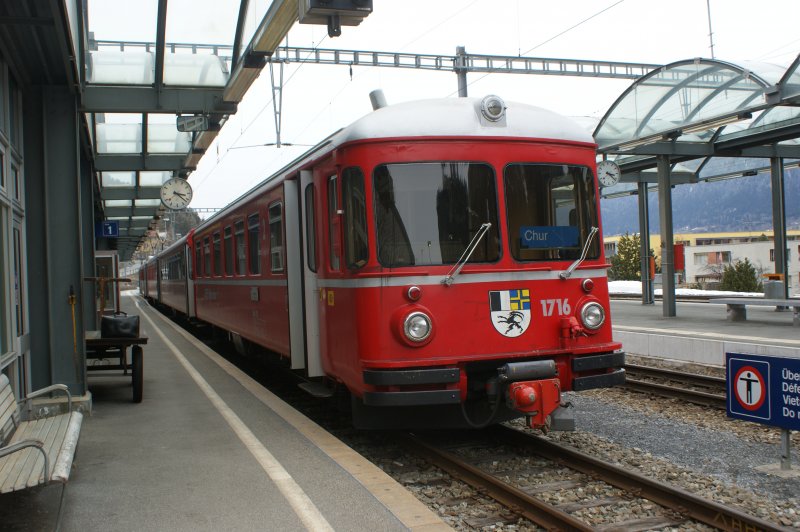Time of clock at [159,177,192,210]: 3:21
